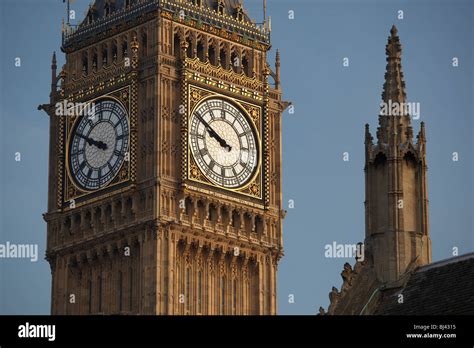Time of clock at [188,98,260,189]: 9:50
